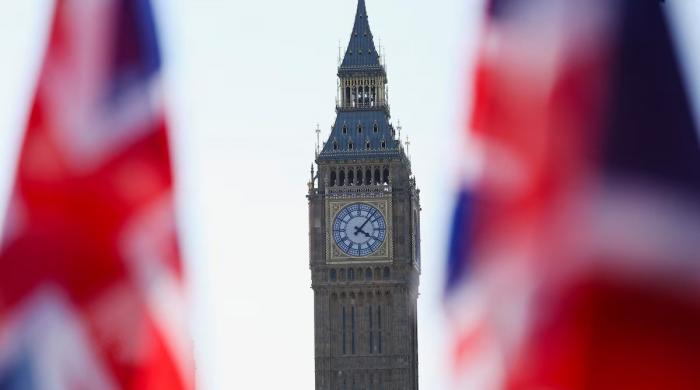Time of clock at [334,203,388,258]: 4:07
